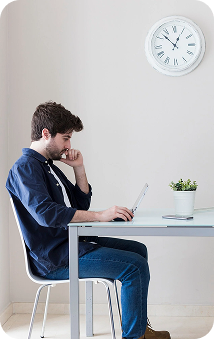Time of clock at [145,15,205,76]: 12:52
